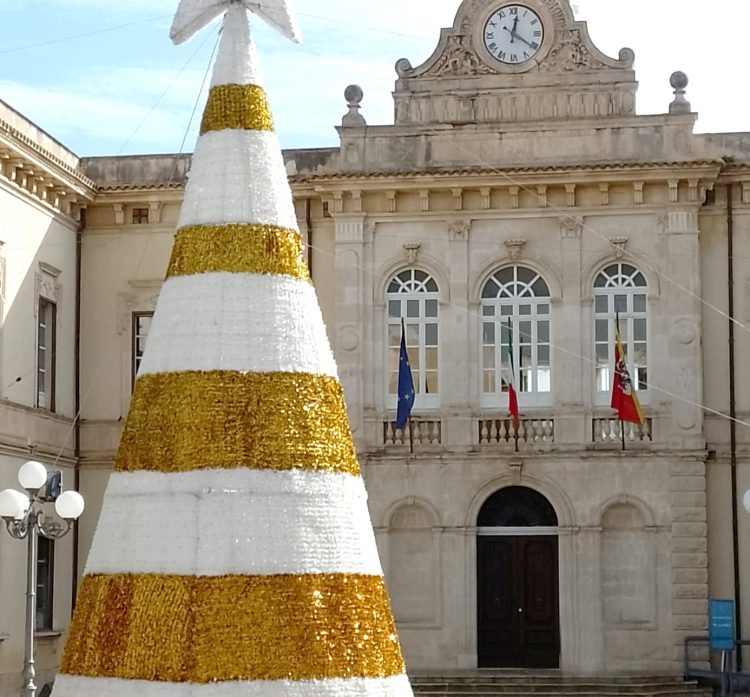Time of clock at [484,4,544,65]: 12:20
